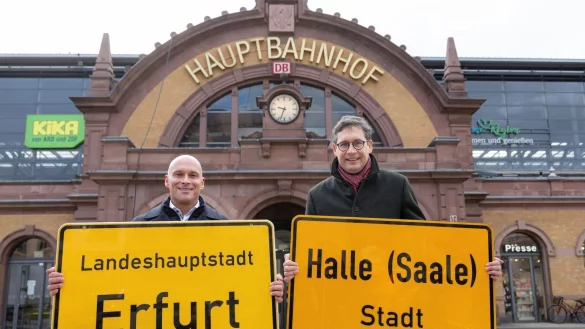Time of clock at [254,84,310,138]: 9:33
